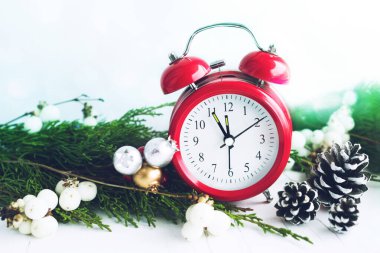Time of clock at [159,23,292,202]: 11:09
